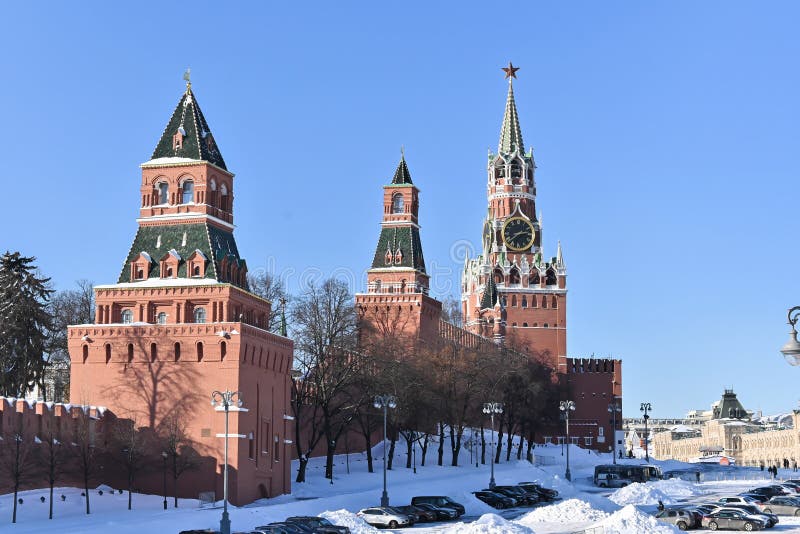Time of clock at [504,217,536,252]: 2:38
